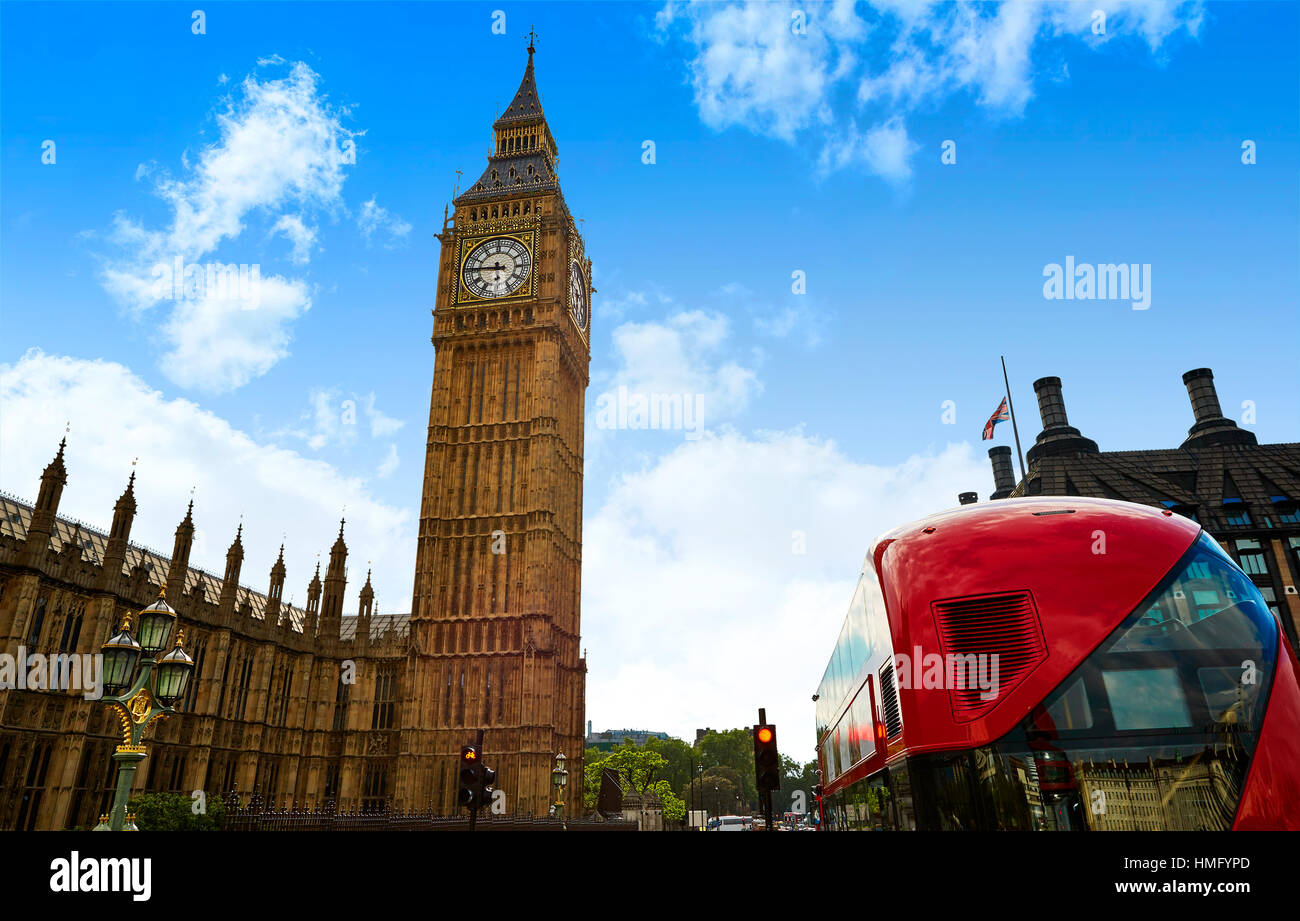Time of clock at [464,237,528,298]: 5:45
